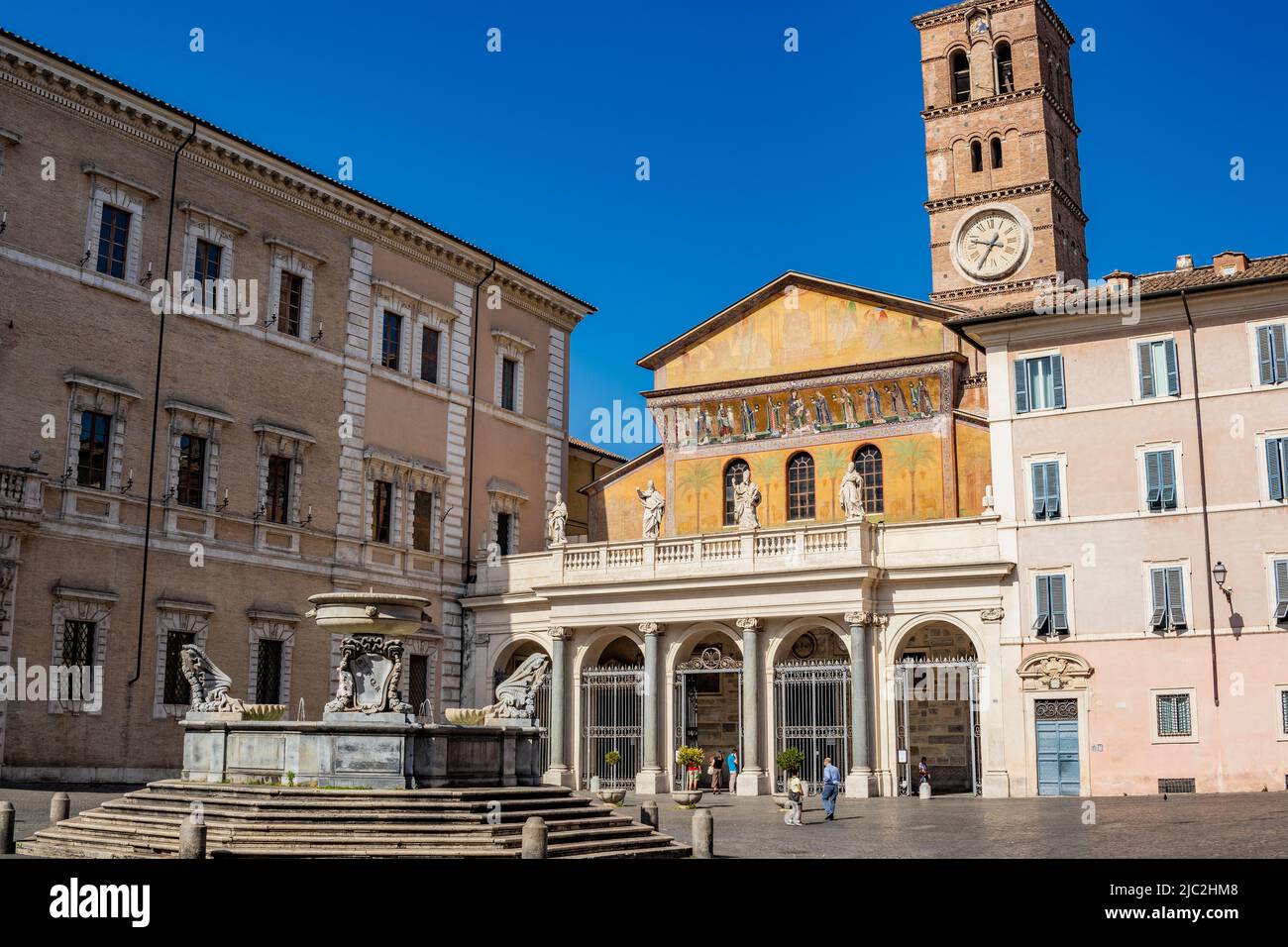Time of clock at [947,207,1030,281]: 9:35
